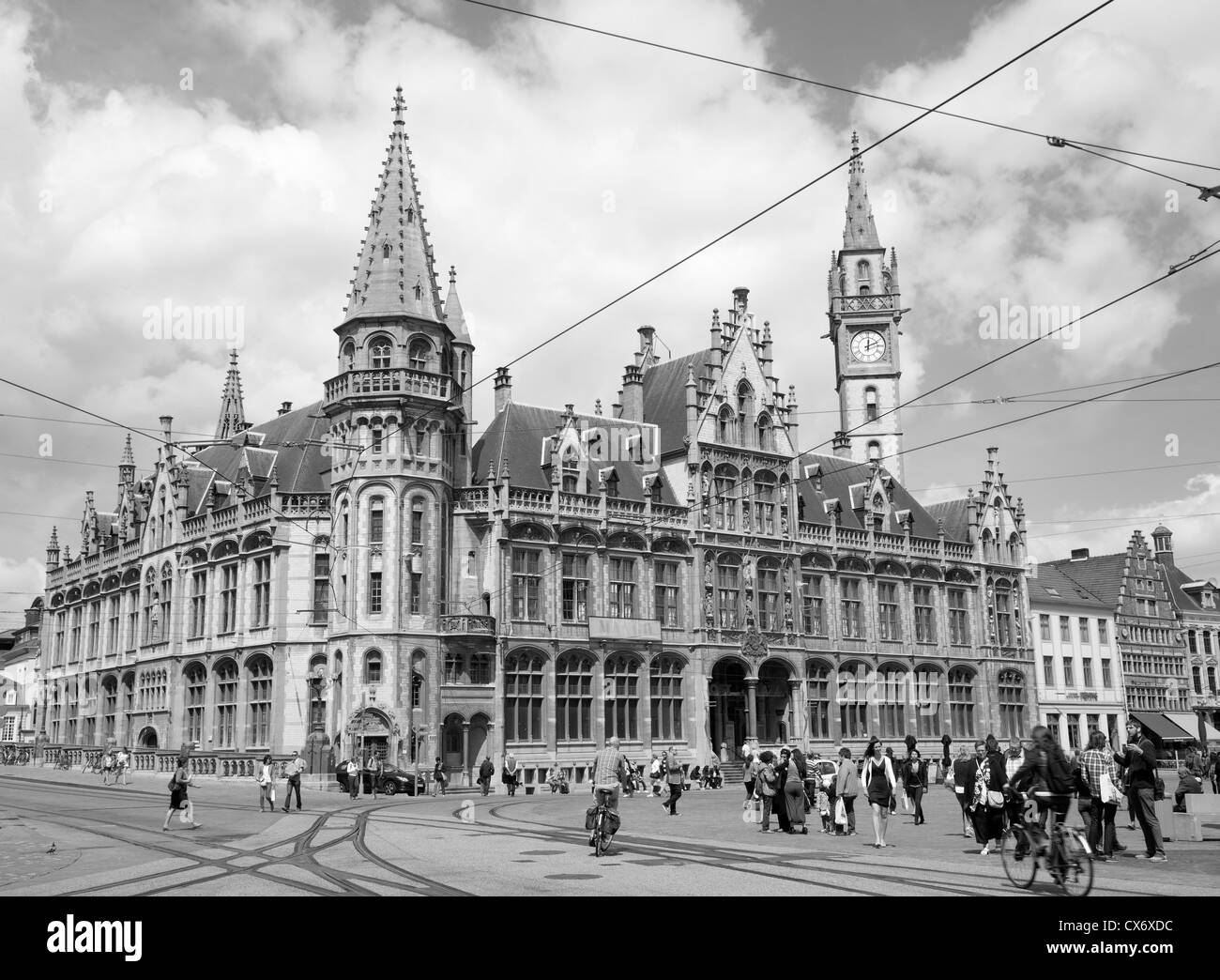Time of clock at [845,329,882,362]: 12:11
